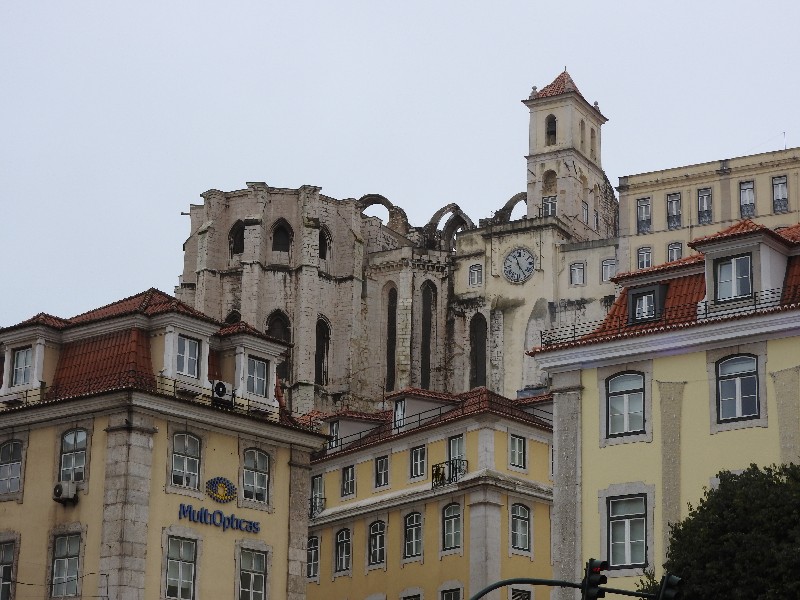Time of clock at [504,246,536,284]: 11:24
